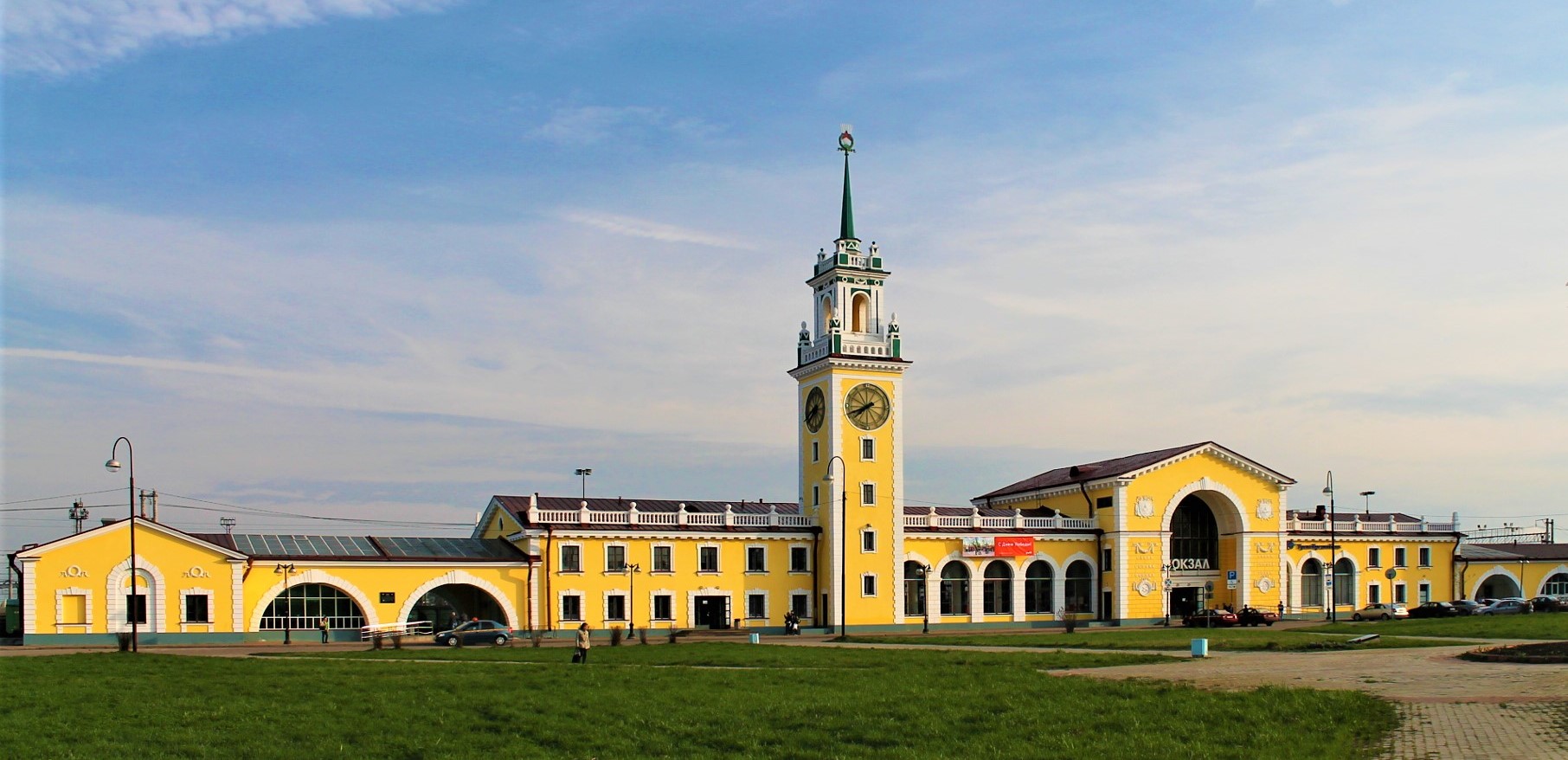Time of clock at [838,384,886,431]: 7:41
